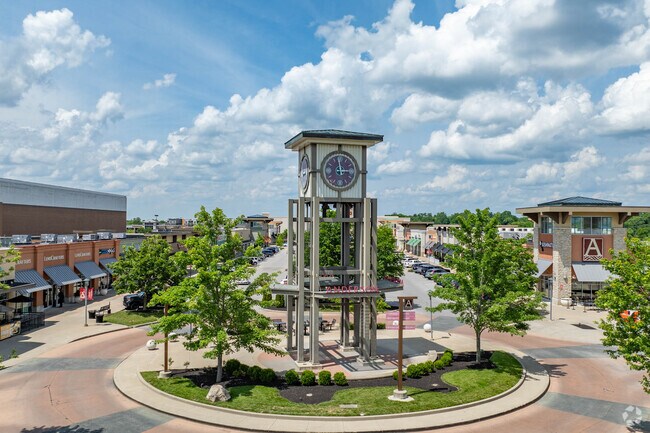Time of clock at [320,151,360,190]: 2:58
